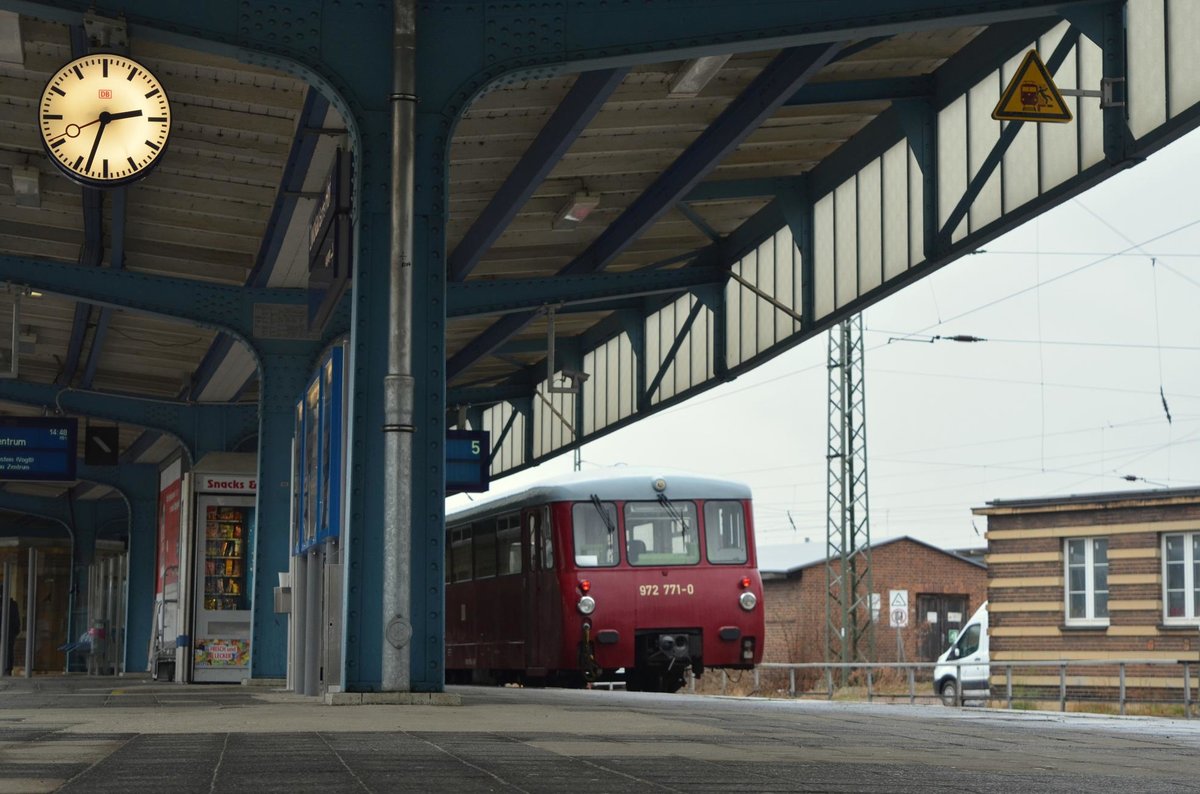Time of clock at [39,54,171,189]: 2:33
